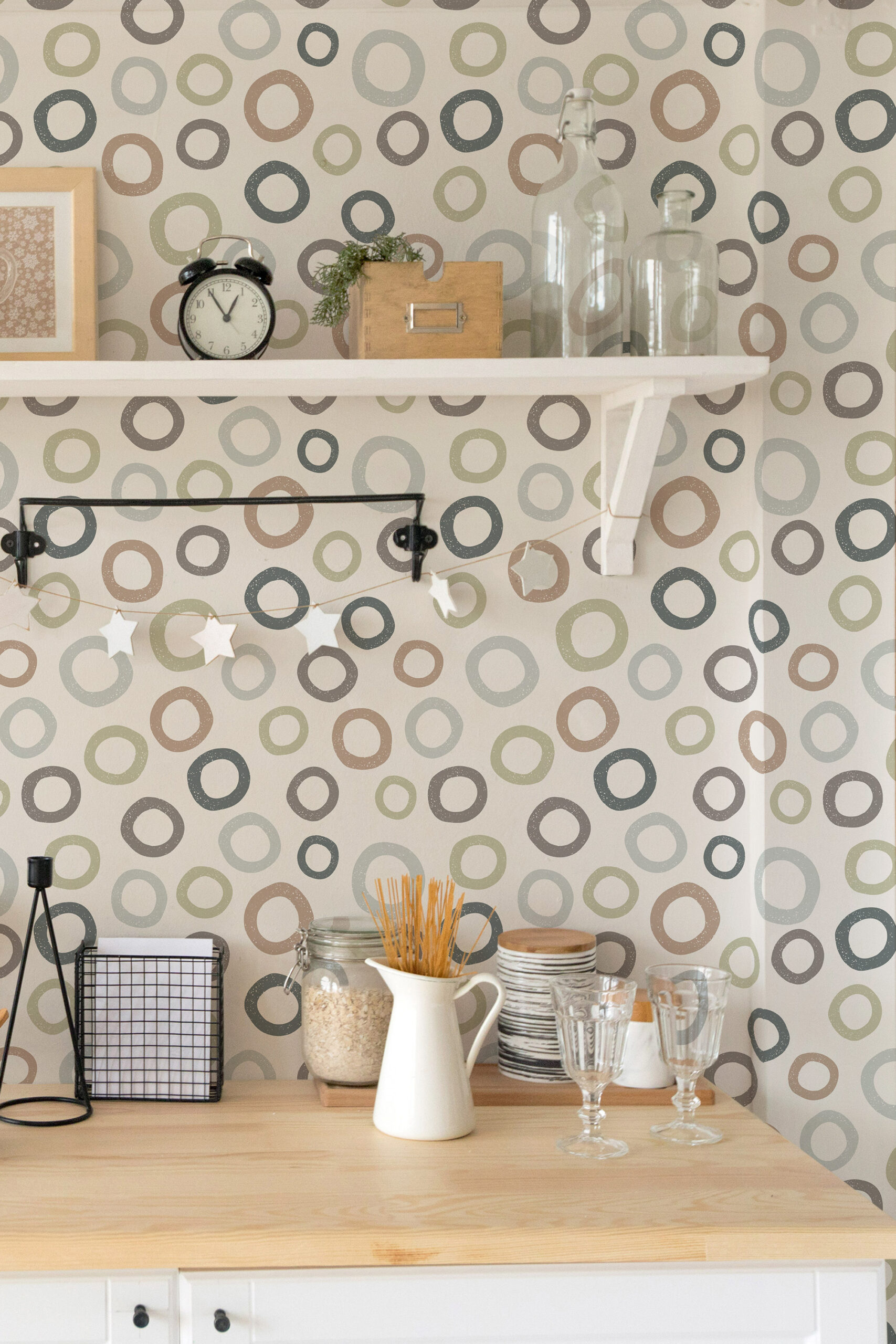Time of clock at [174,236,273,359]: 12:54
